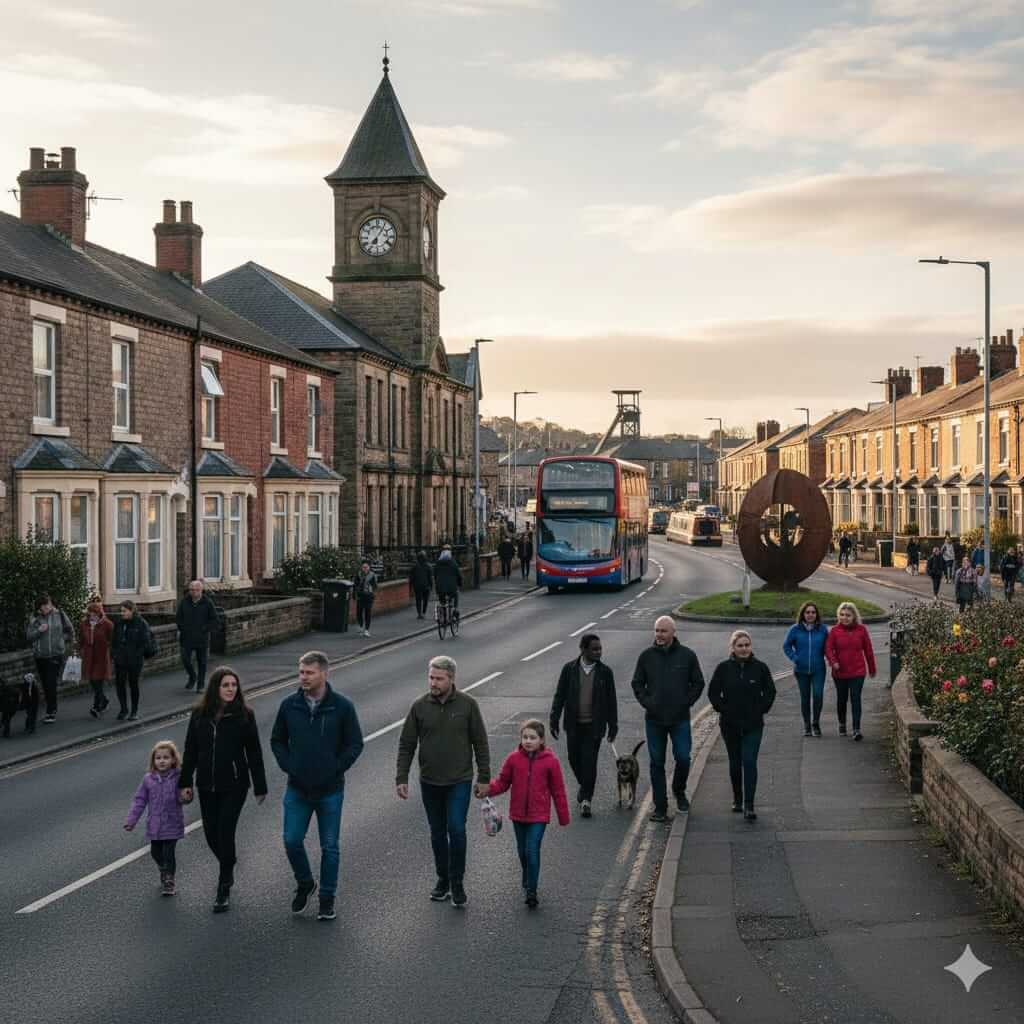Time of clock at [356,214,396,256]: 7:05
